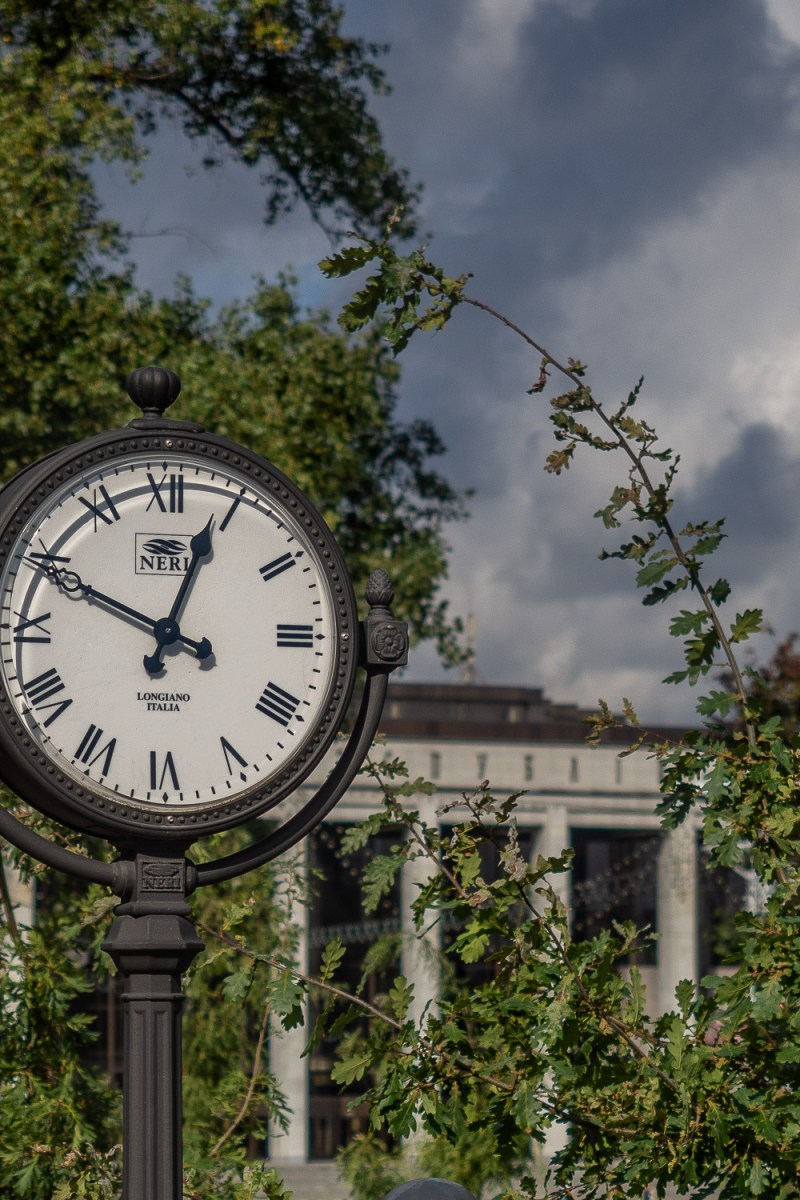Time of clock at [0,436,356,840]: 12:49
